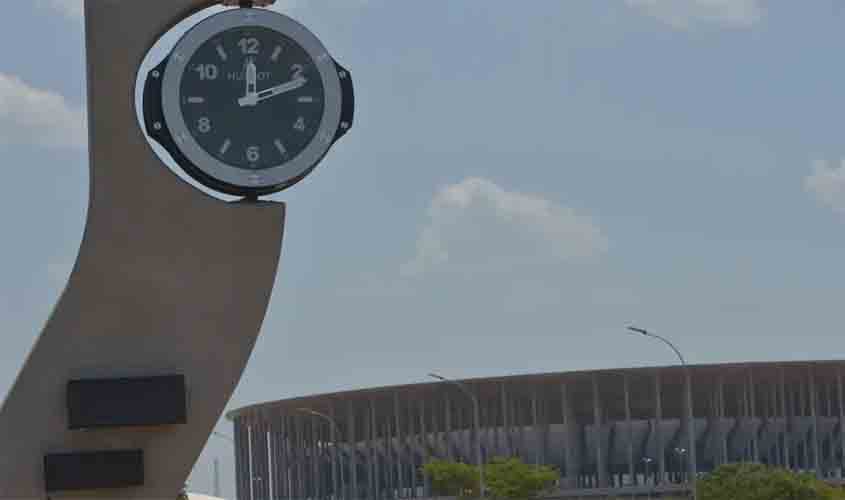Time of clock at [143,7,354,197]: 12:11
